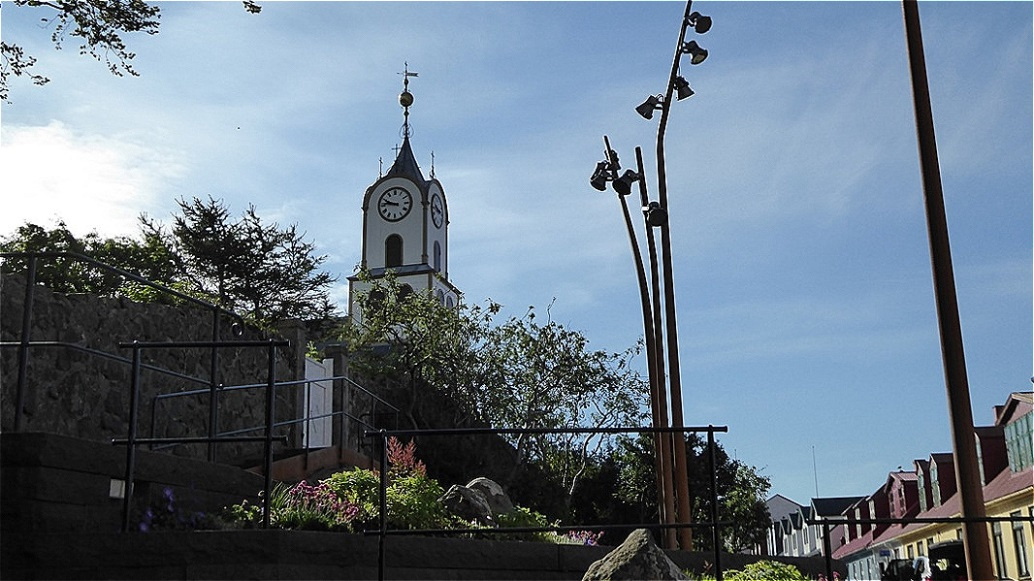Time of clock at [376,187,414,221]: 9:45
